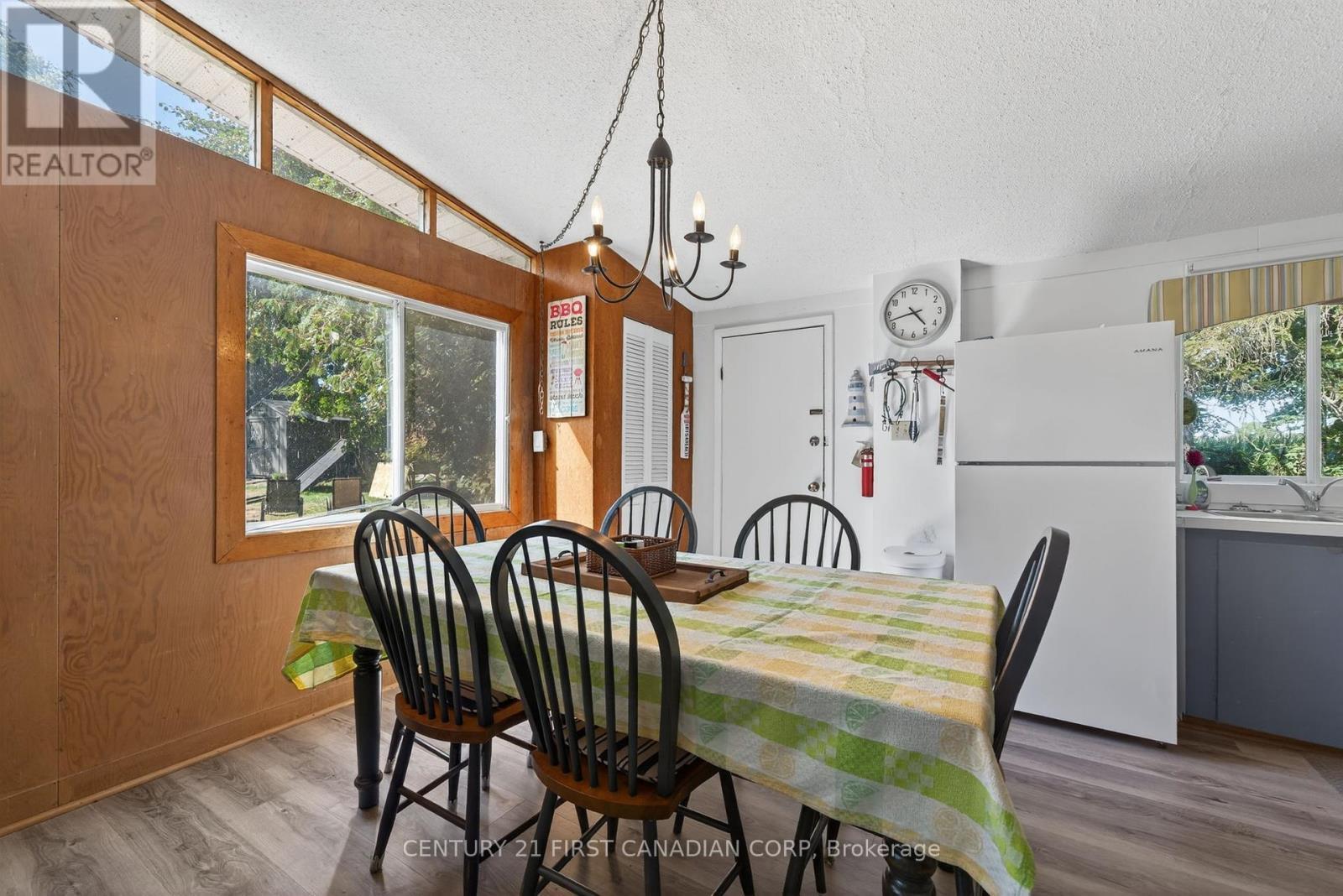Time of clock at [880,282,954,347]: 4:42
